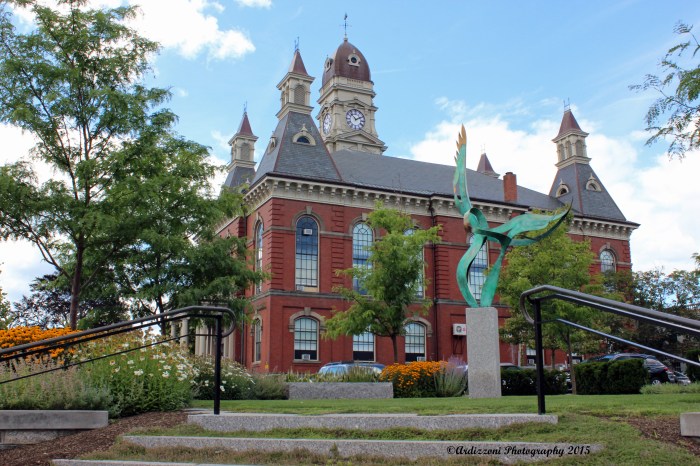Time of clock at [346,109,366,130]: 1:52
